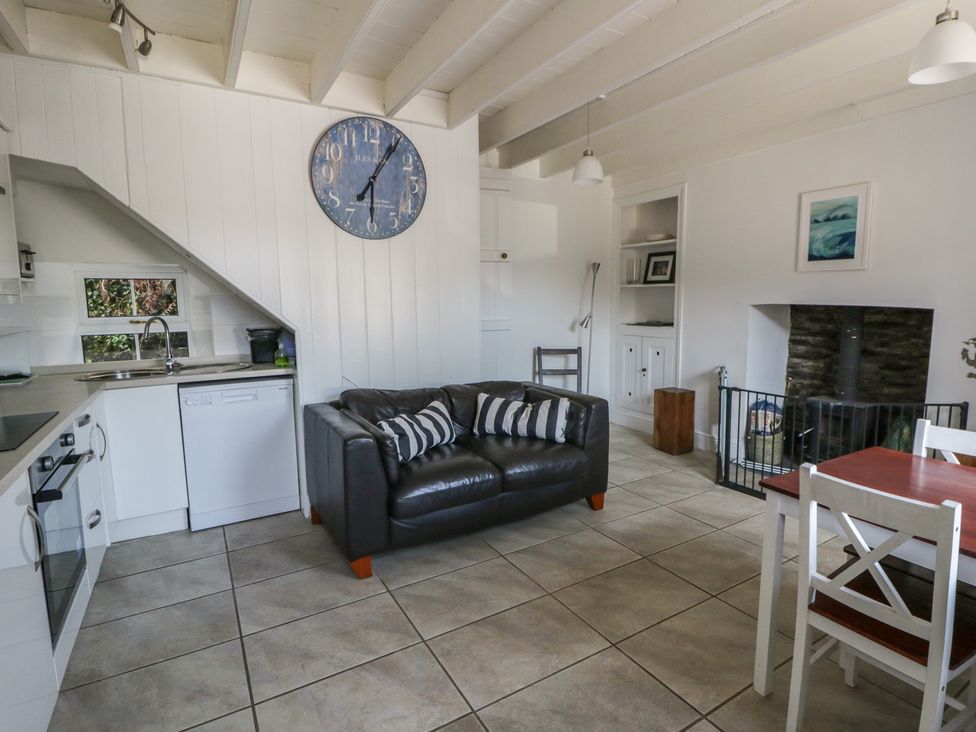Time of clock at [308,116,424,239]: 6:05
